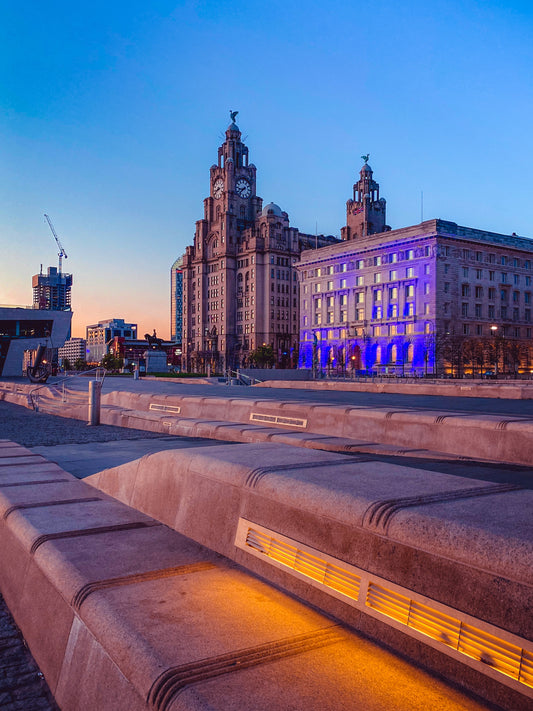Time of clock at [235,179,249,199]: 8:38
